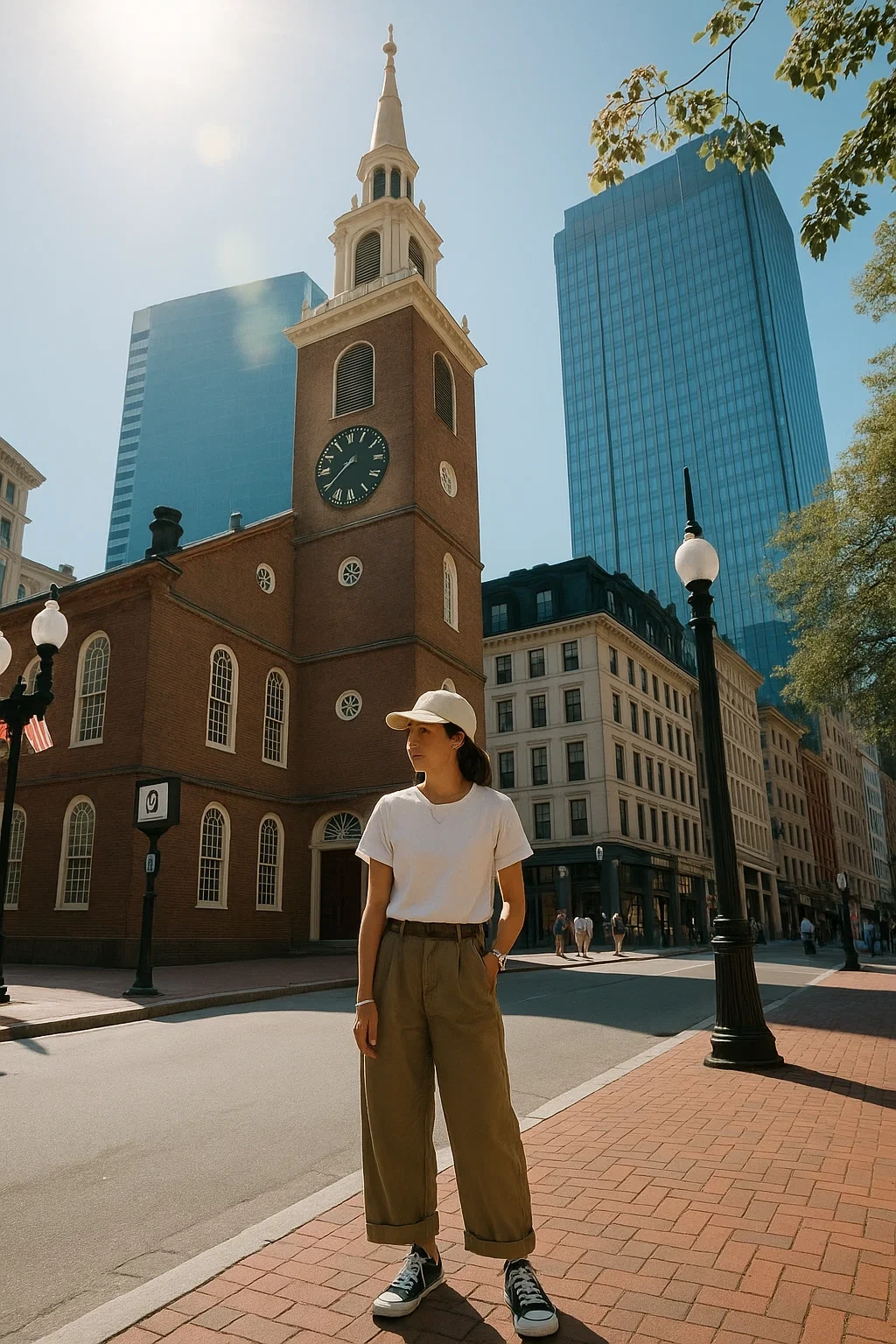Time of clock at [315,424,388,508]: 7:39
